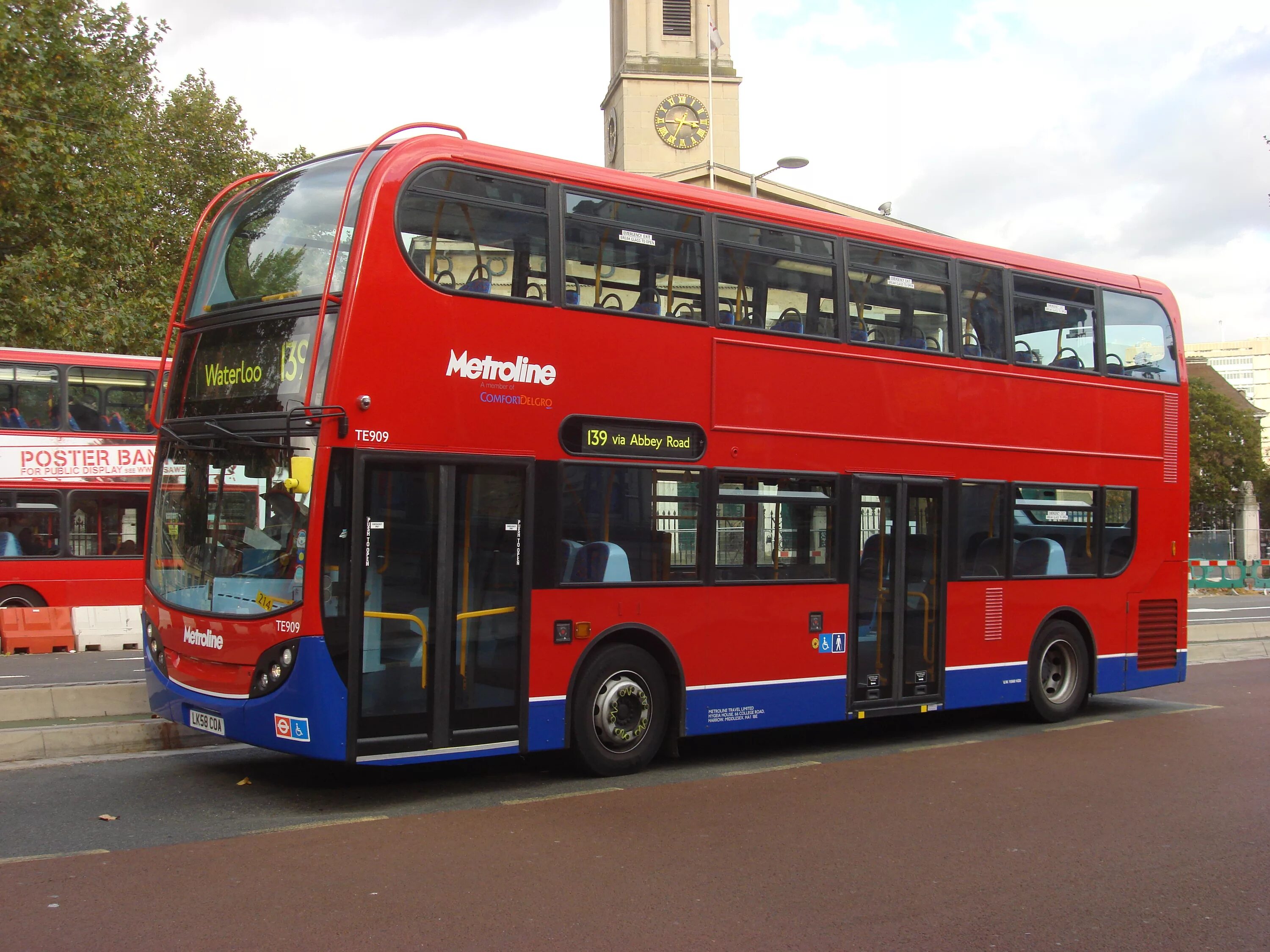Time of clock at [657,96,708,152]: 3:34
